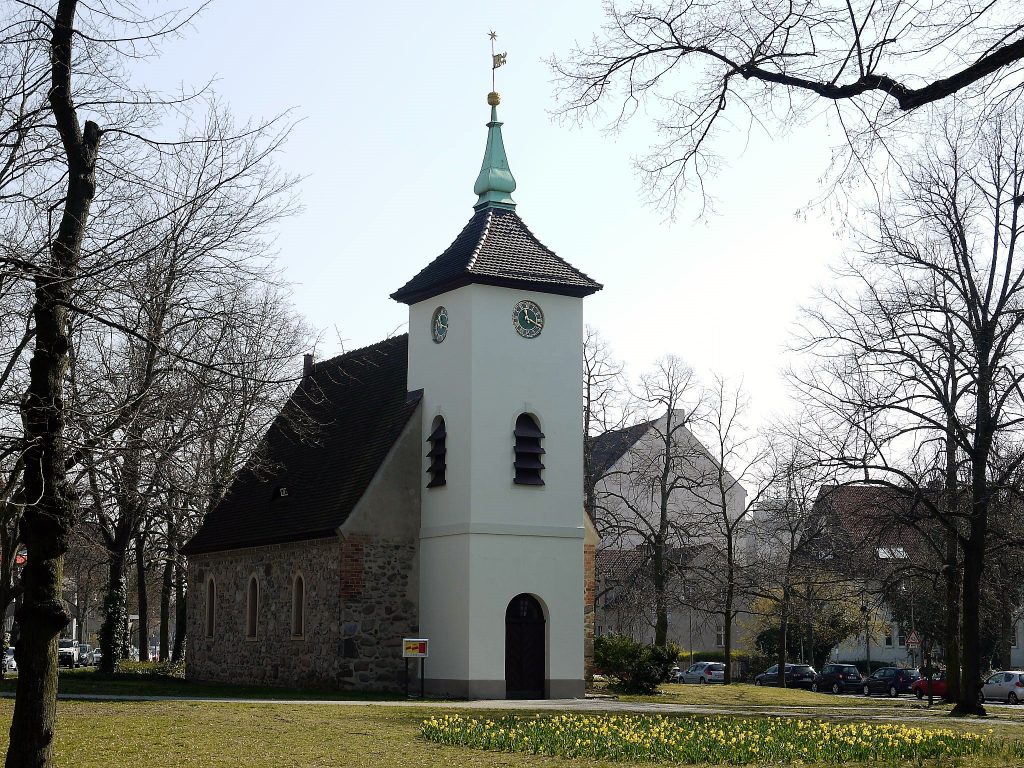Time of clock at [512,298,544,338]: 11:18
